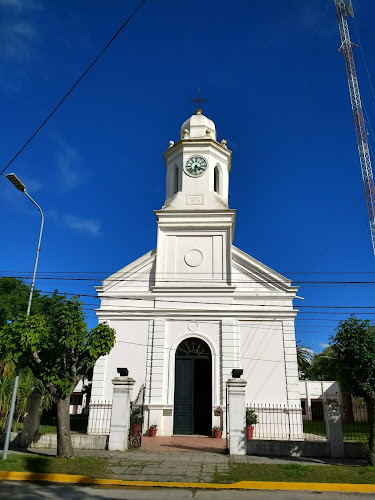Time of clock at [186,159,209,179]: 6:19
